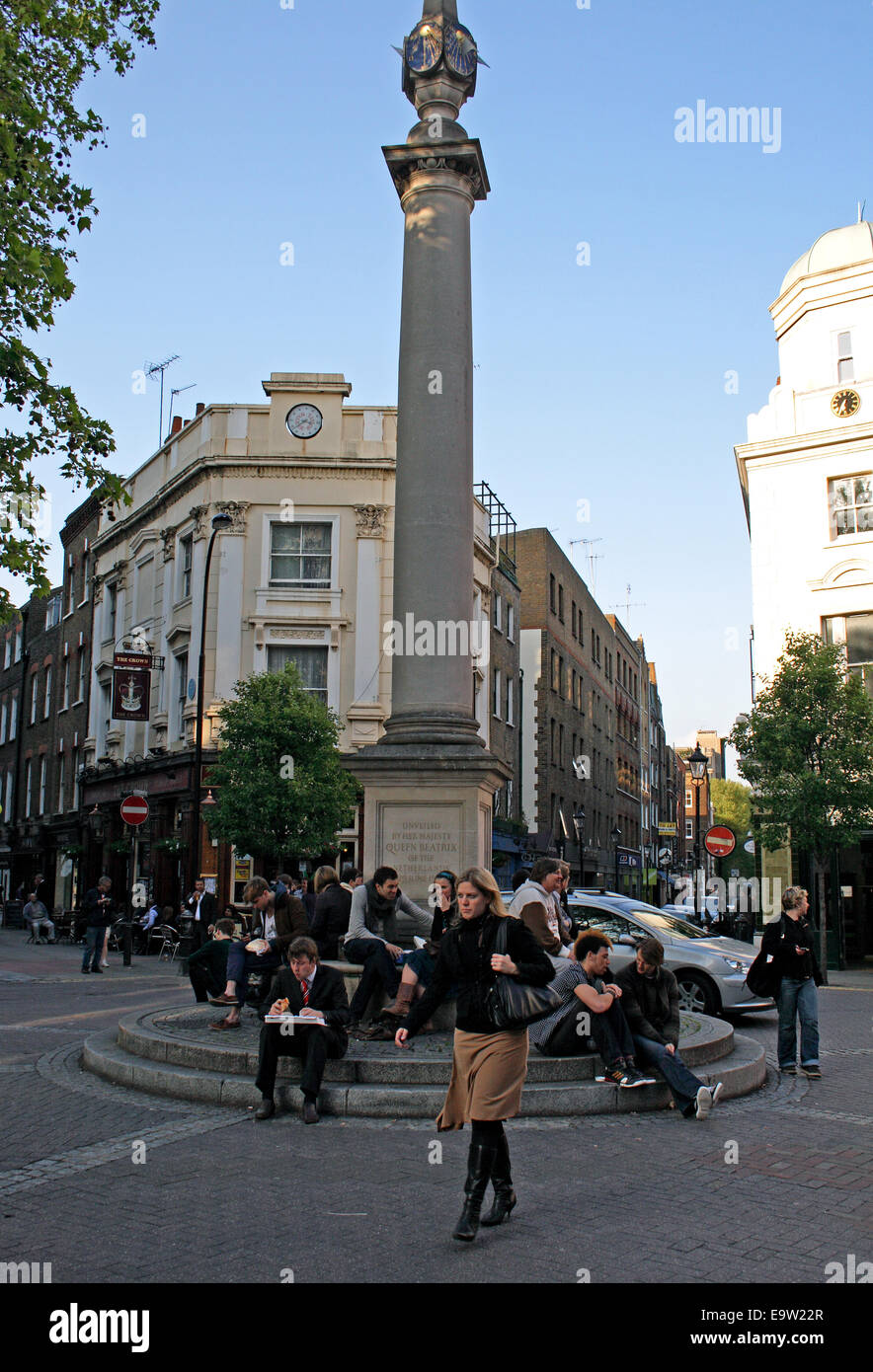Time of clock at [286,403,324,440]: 3:38
